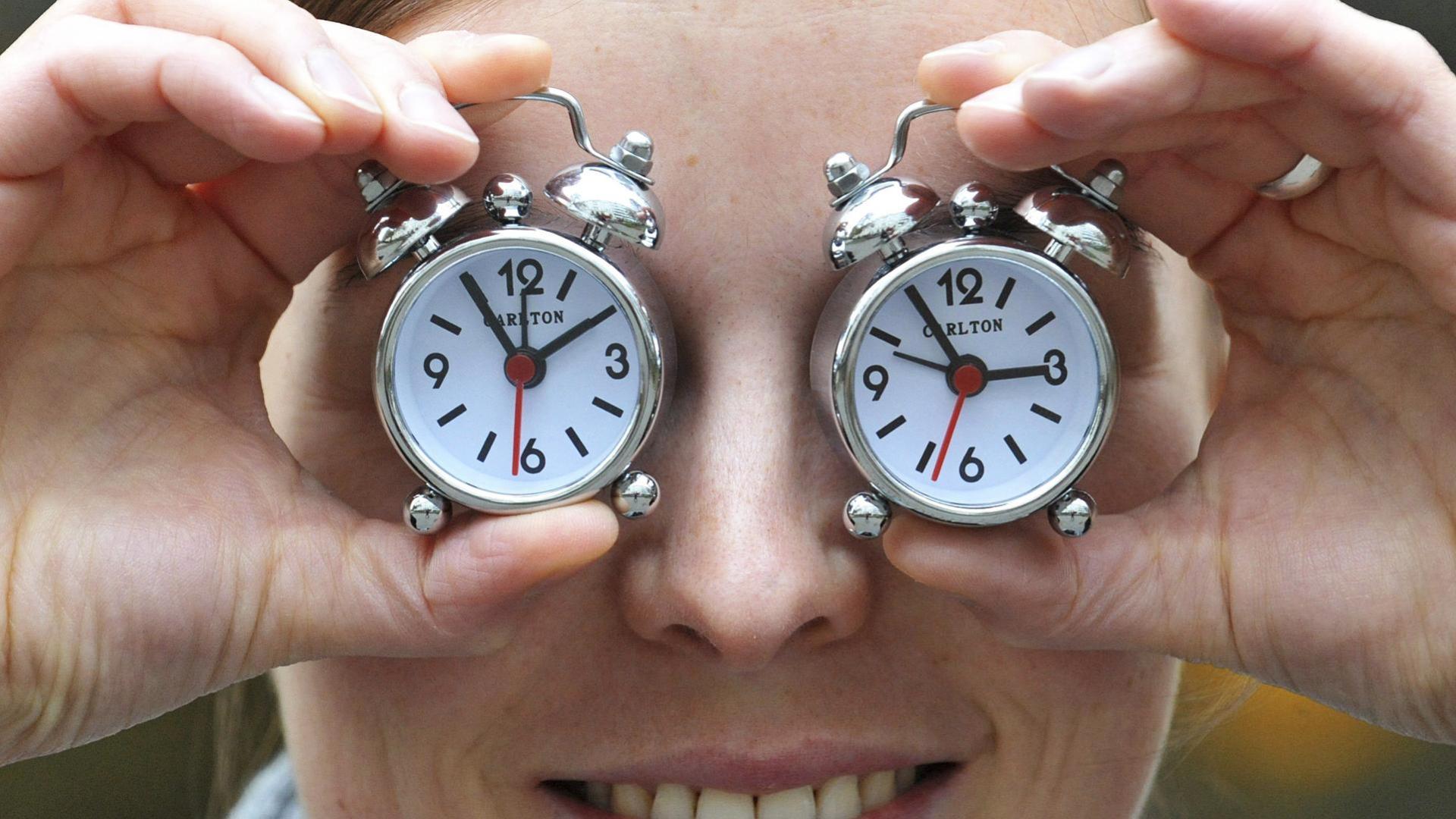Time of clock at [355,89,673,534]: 1:54
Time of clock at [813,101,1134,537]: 2:54
